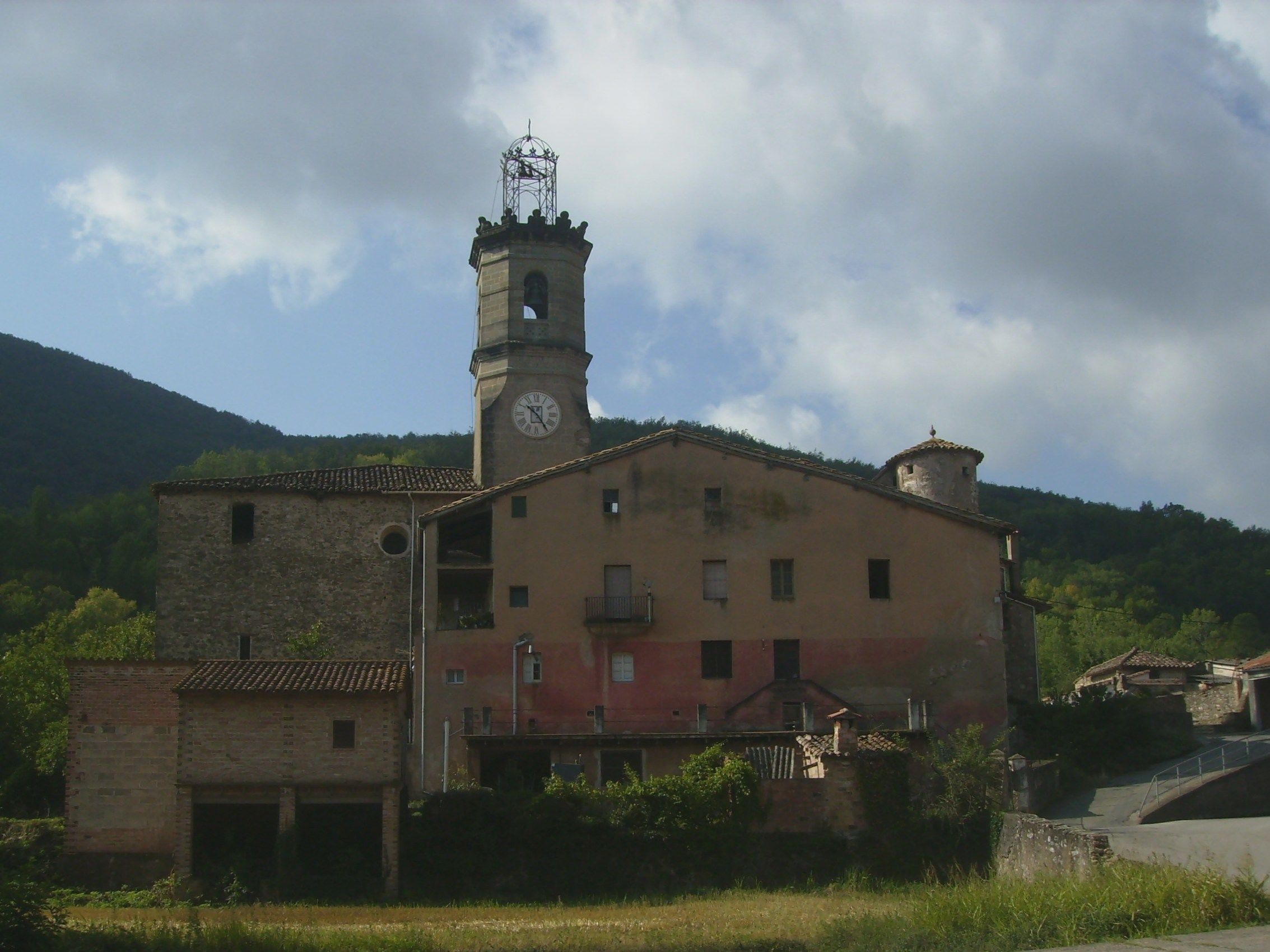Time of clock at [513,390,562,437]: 10:24
